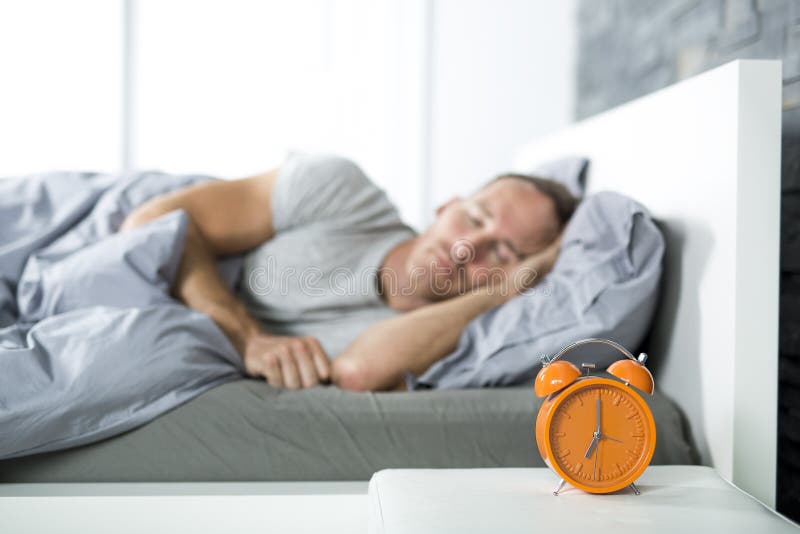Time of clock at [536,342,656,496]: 7:00
